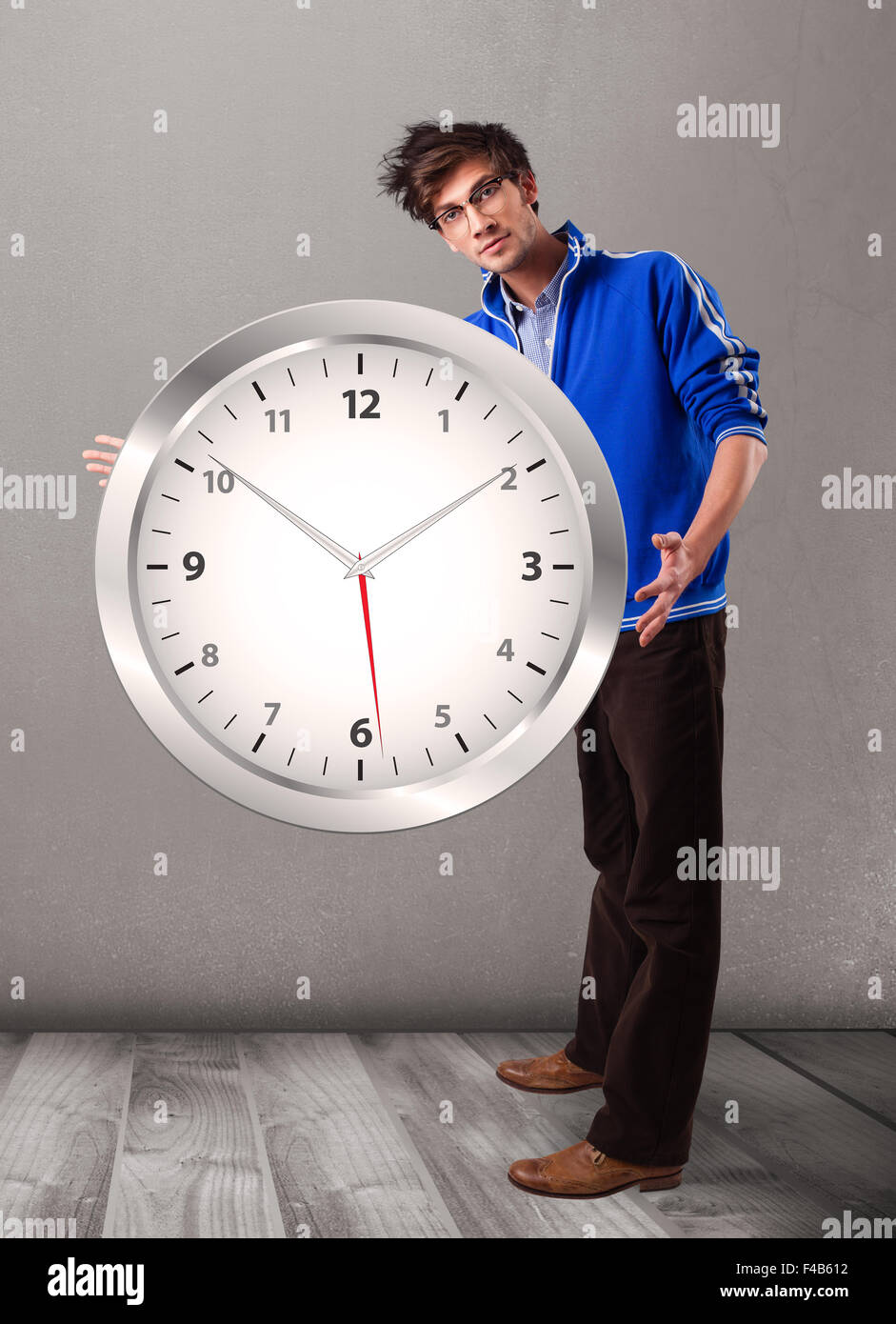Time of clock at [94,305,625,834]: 10:09
